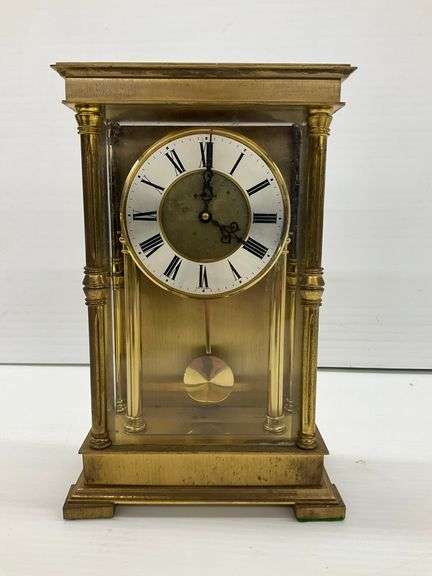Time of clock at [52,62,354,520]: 4:00
